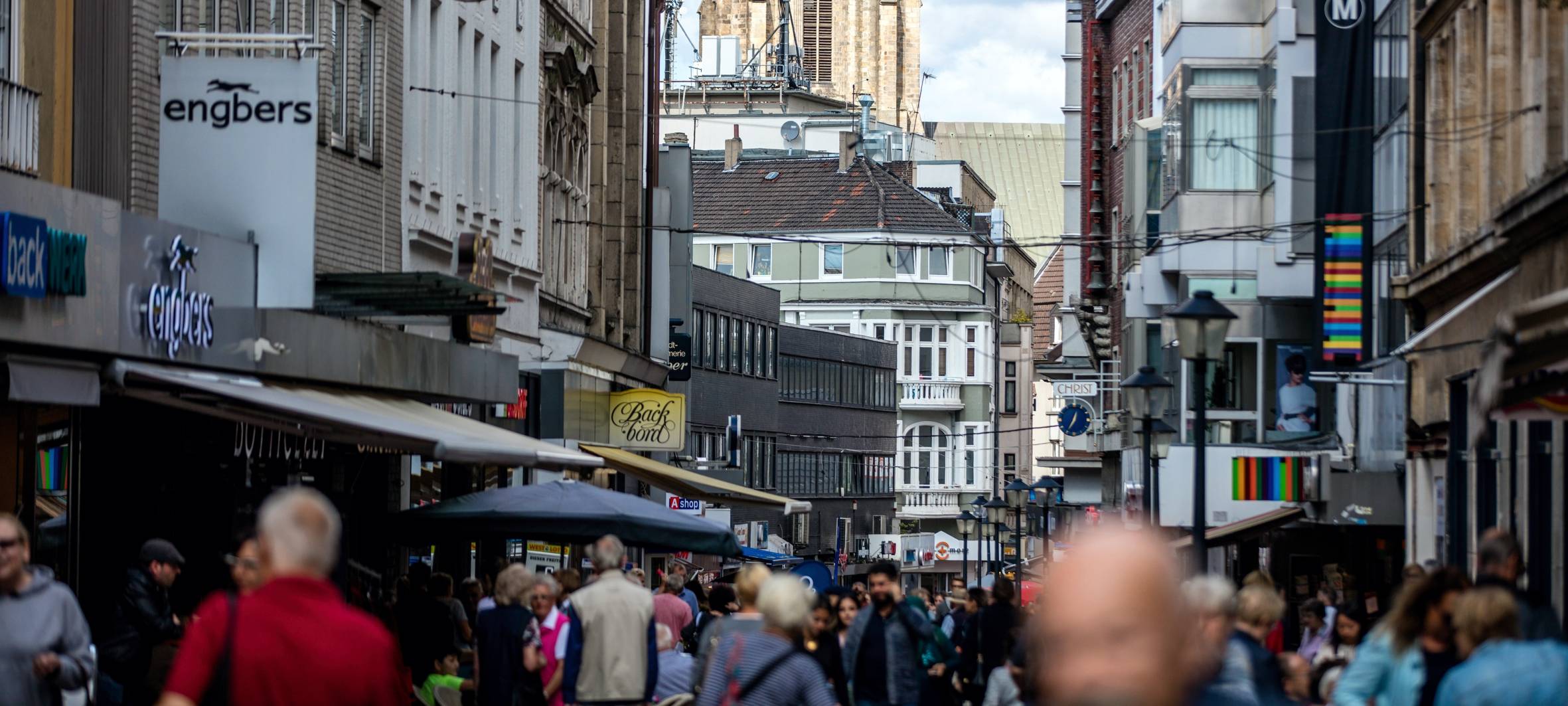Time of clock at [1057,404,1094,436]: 12:34
